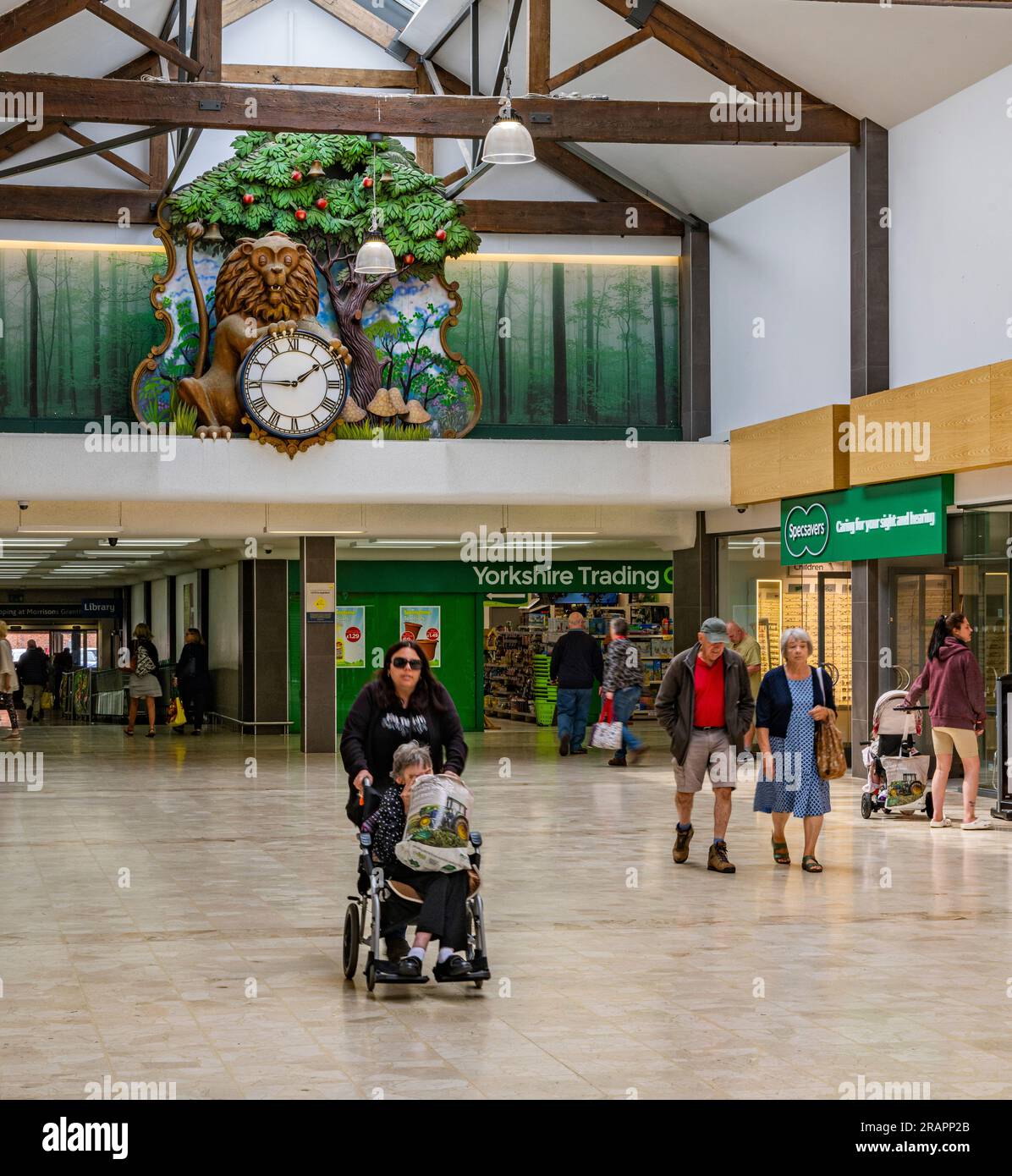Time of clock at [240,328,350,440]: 1:45
